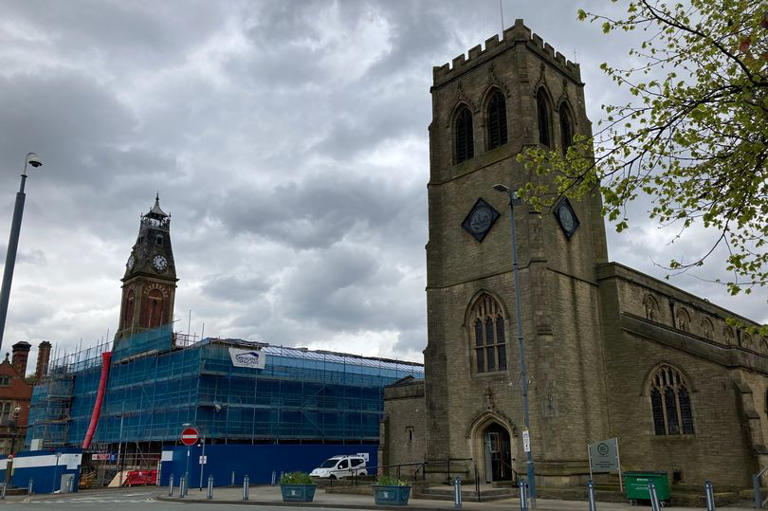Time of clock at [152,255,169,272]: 1:24
